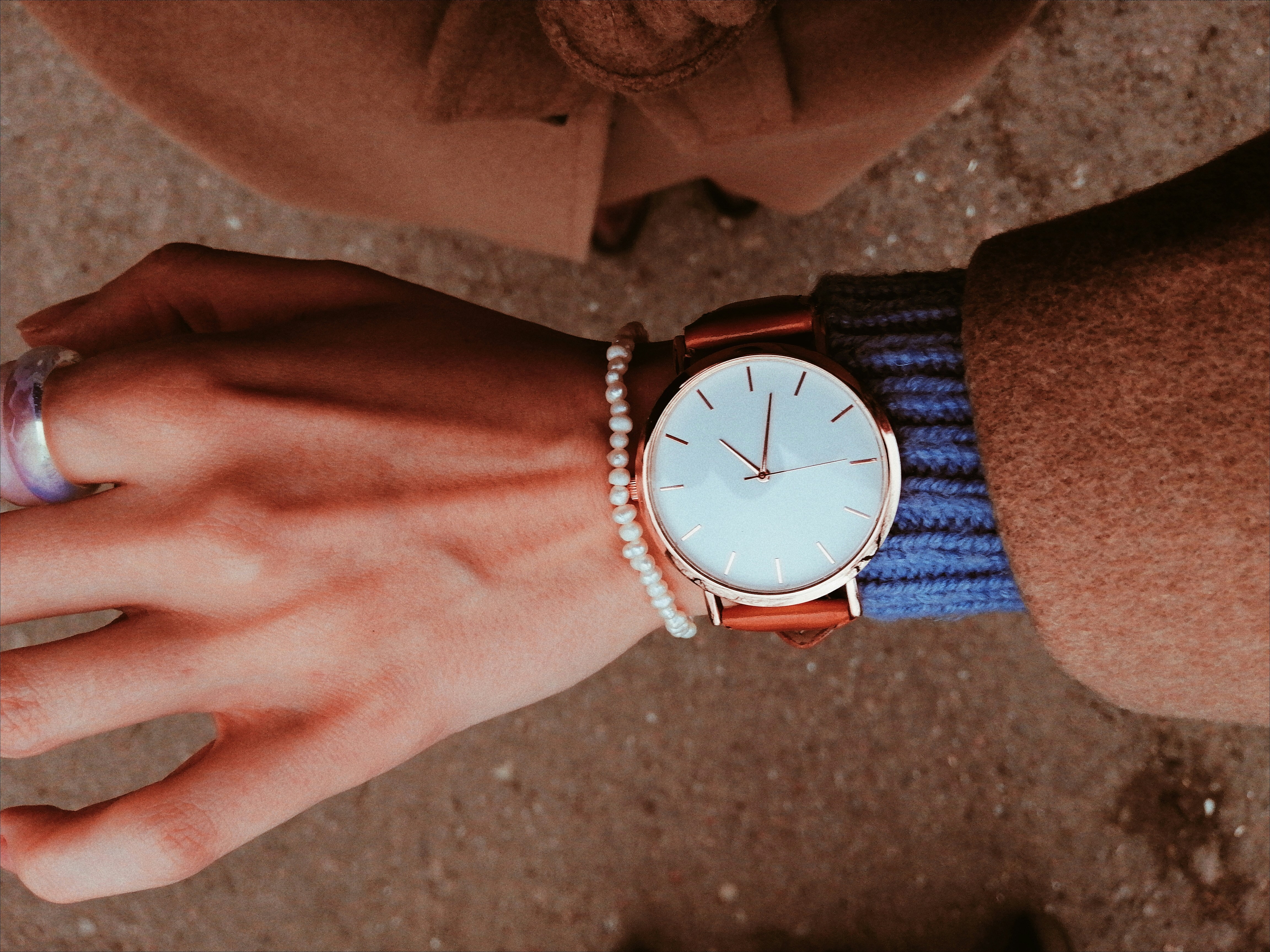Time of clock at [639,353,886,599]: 10:02
